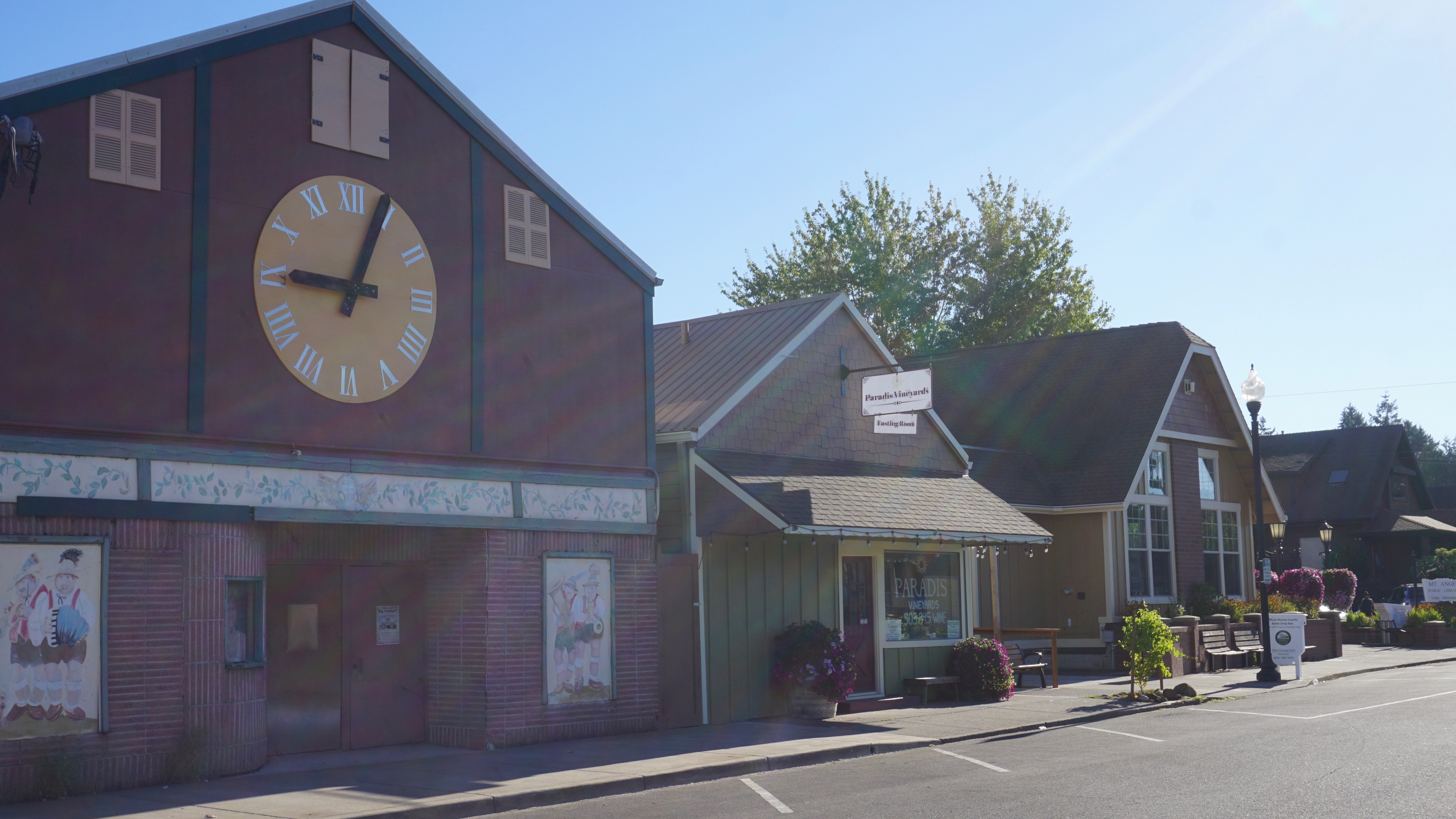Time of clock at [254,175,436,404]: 9:04
